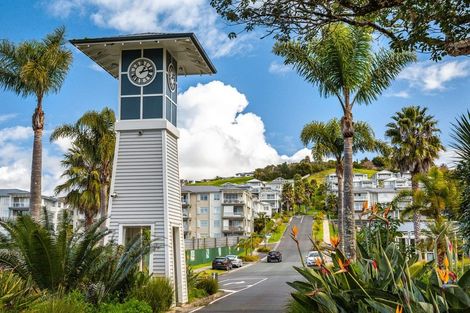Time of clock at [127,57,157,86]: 1:13
